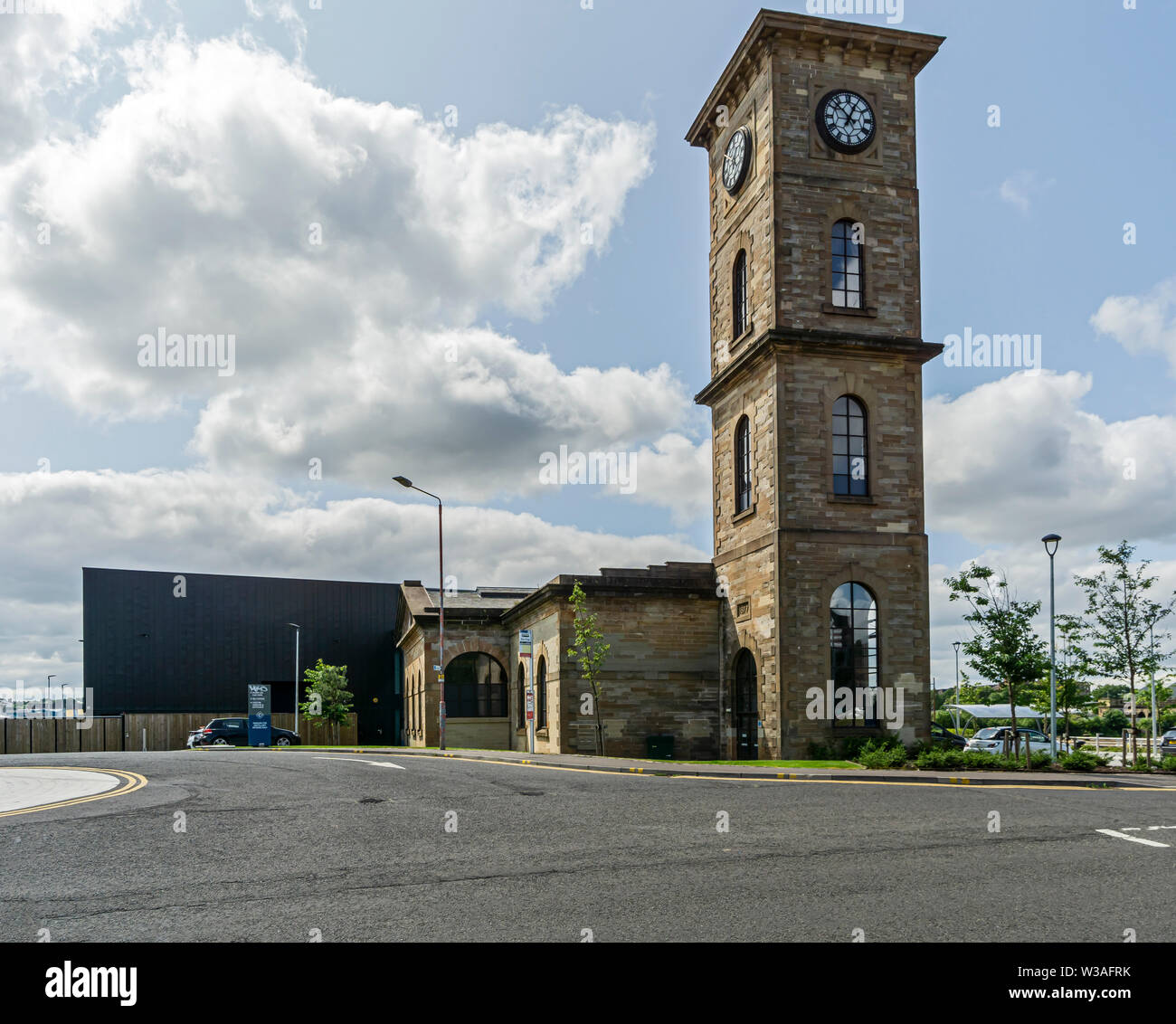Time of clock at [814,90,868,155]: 12:52
